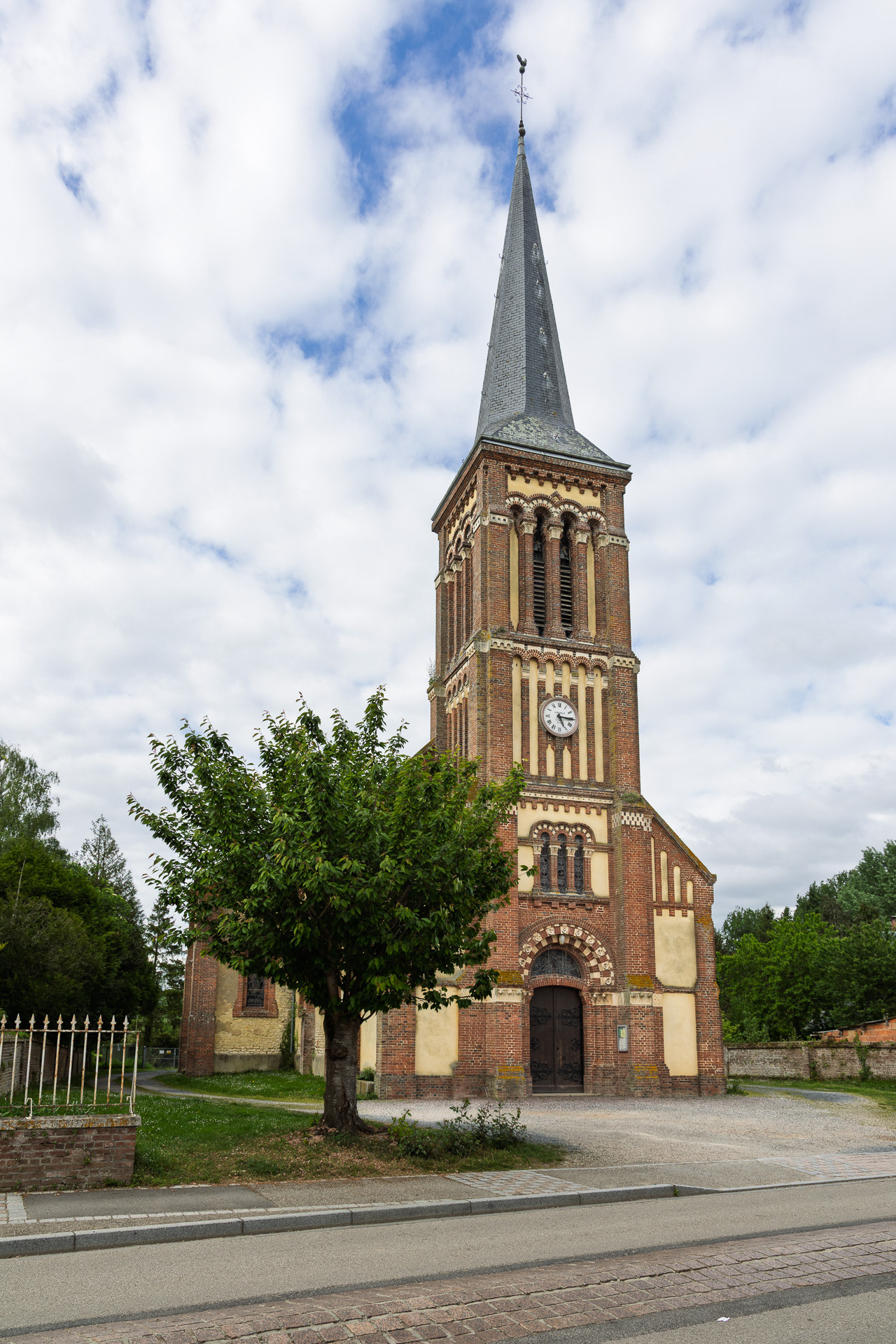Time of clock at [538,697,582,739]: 5:15
